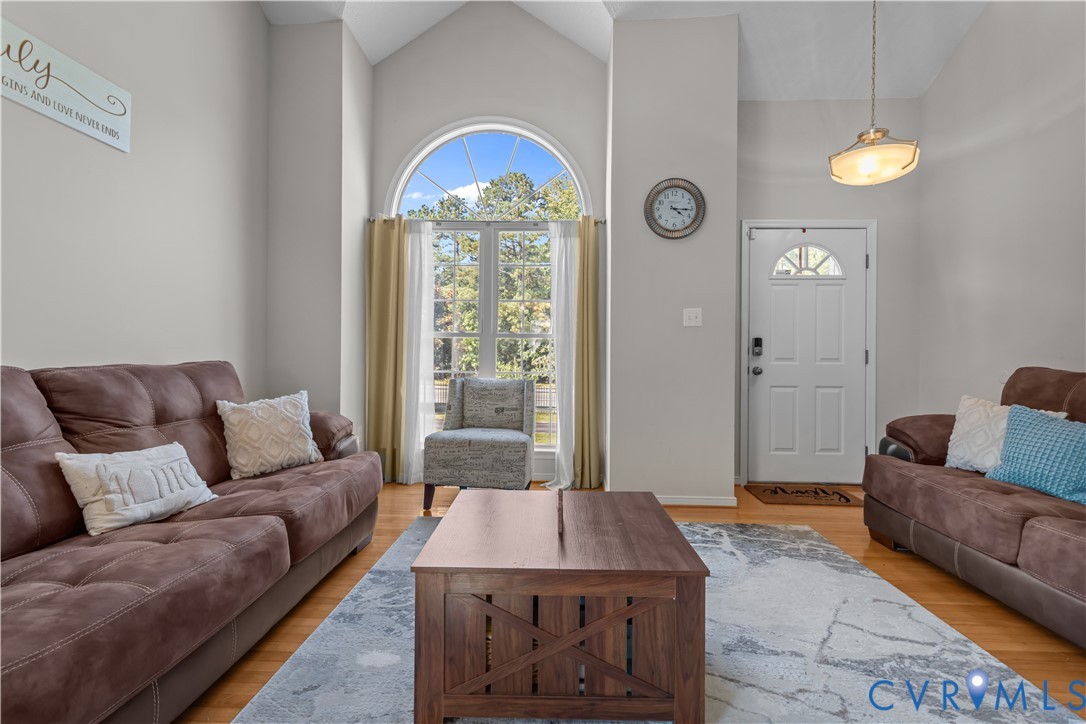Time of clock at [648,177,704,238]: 4:15
